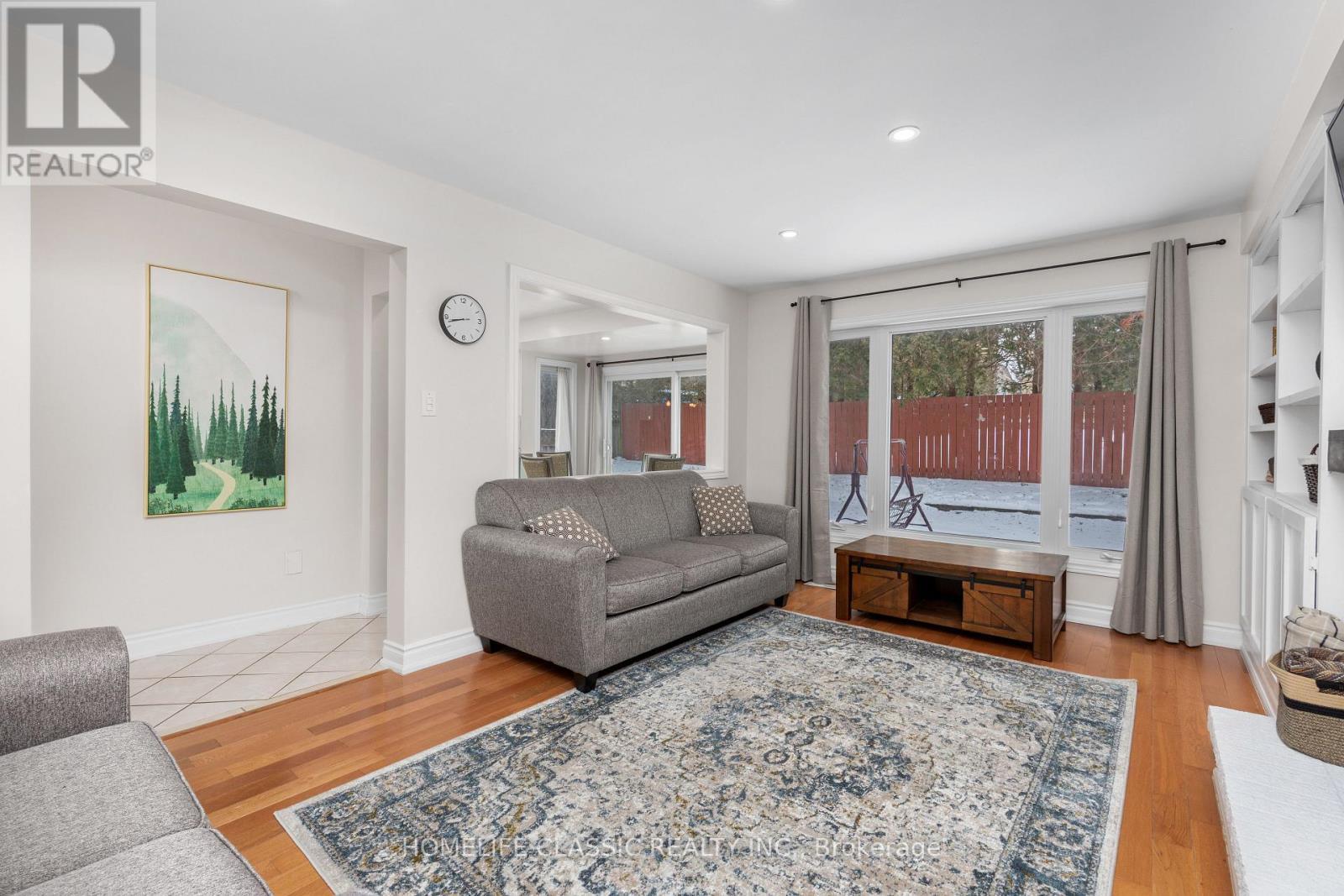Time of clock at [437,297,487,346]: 8:42
